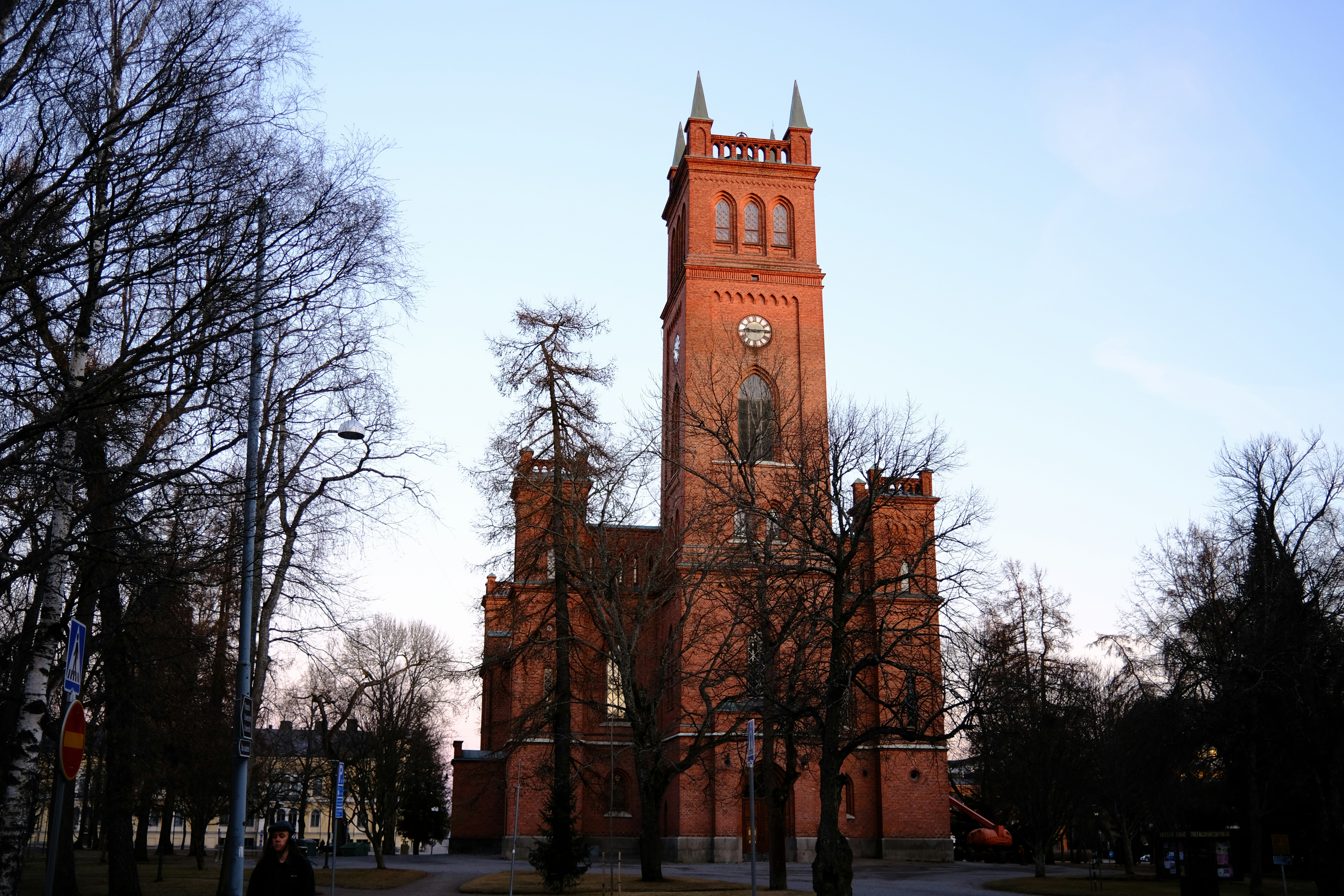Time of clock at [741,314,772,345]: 9:14
